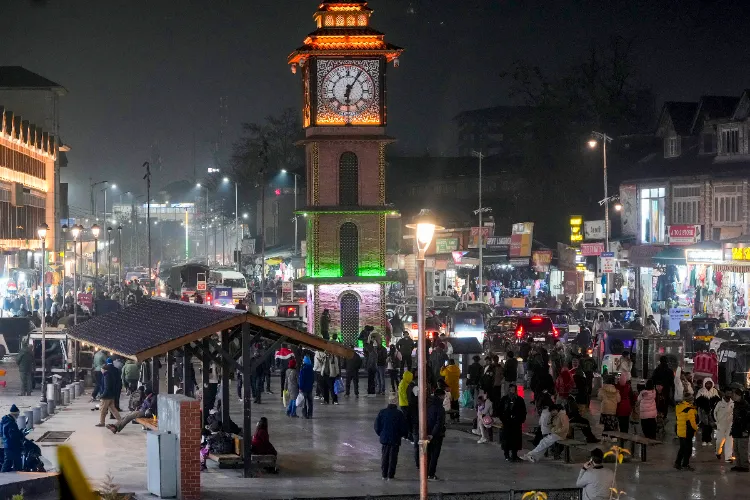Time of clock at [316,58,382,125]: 6:05
